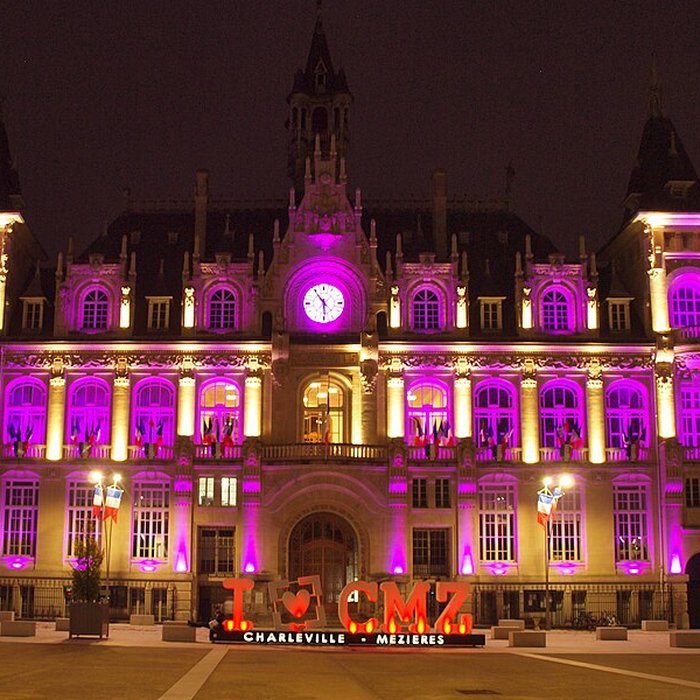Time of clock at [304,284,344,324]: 5:54
